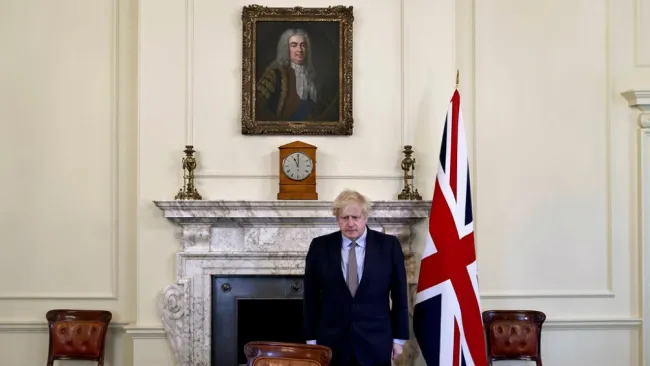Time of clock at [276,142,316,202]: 11:00
